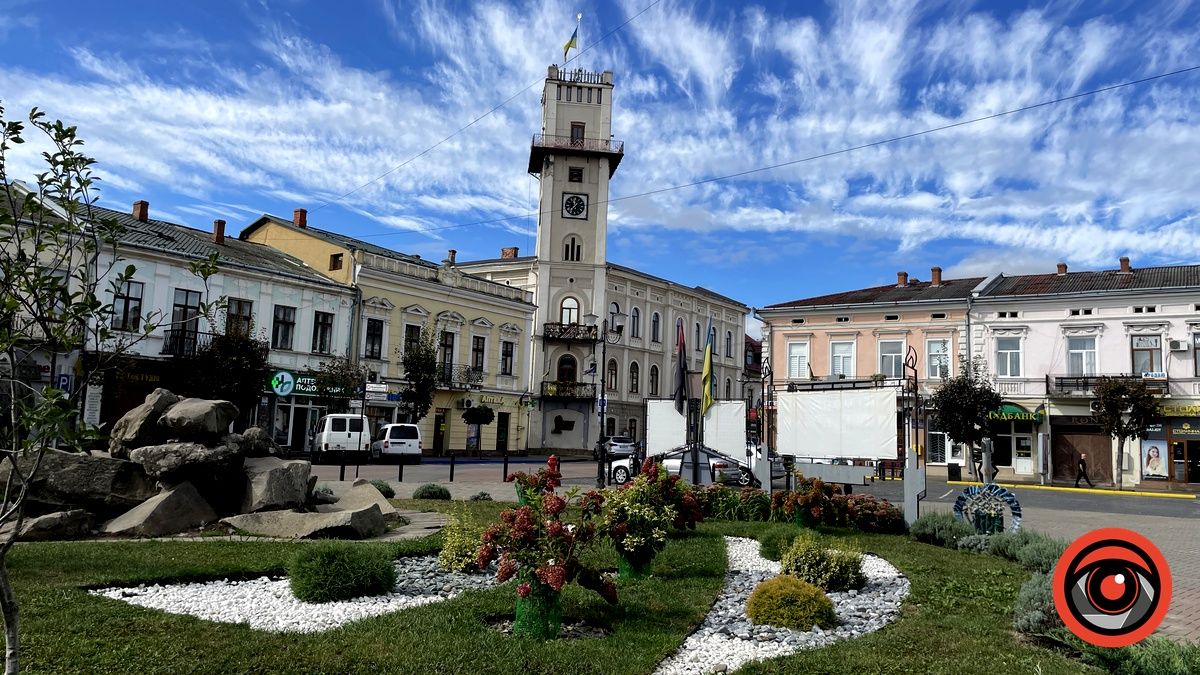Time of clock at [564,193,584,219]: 11:35
